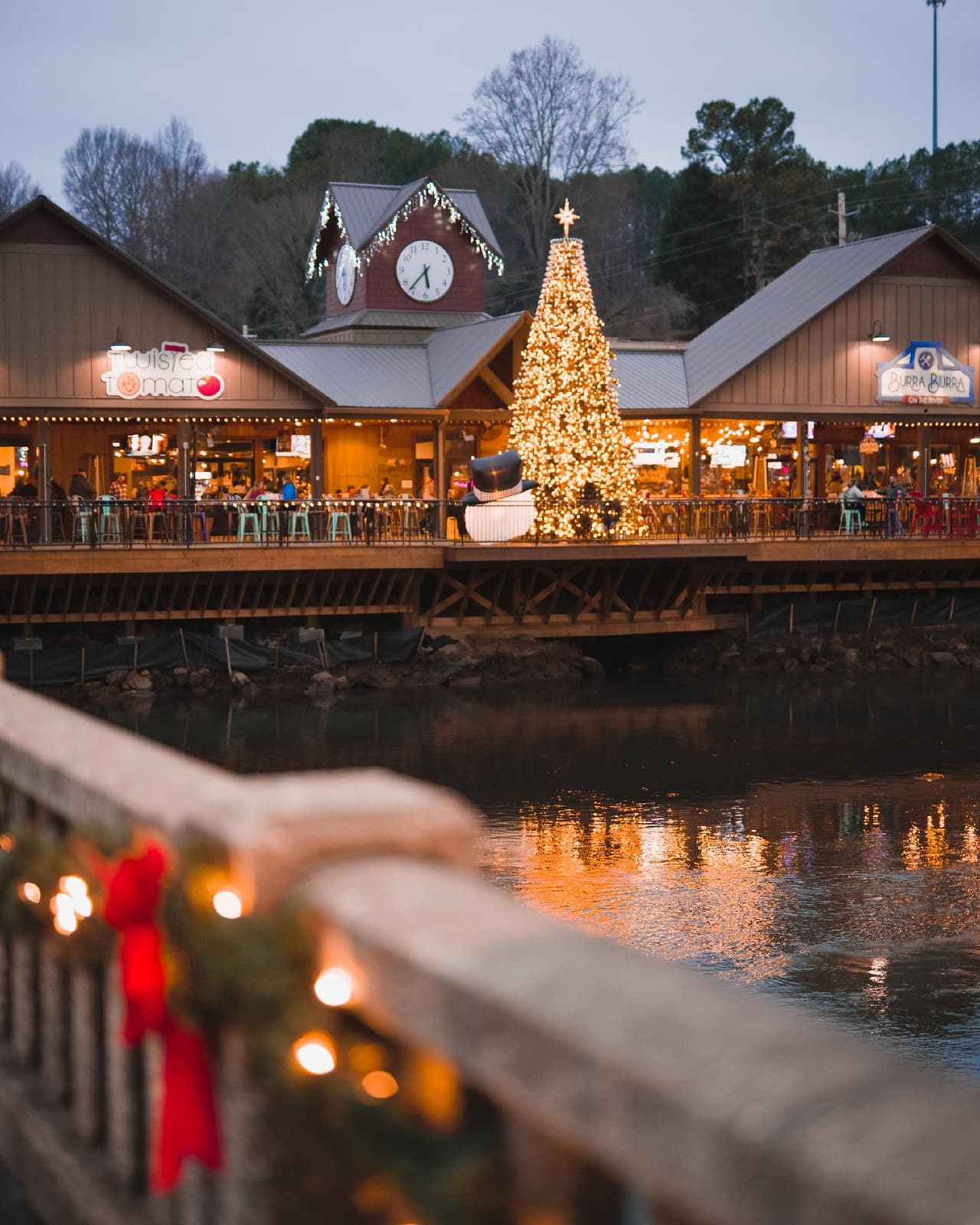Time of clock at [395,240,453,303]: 5:36
